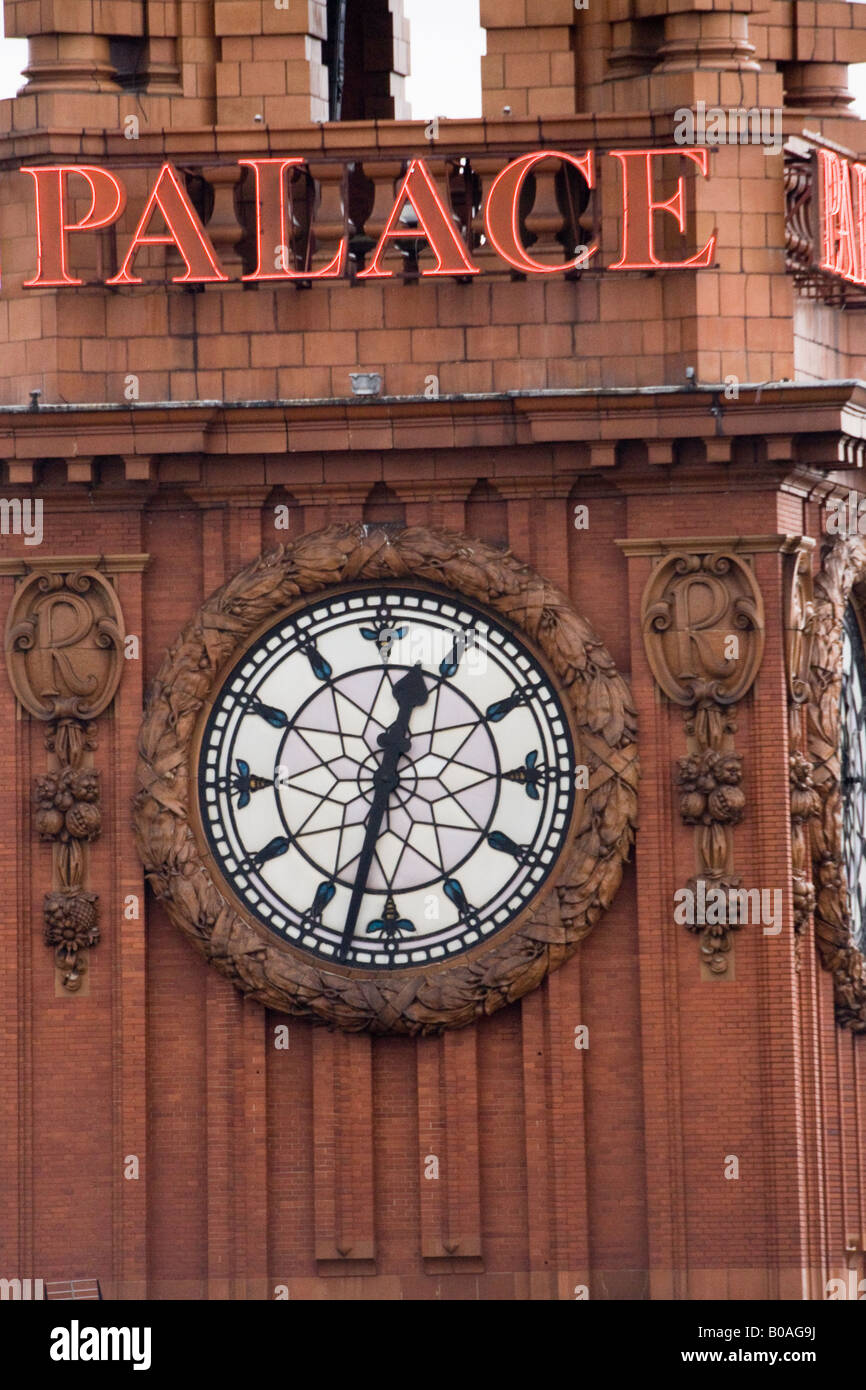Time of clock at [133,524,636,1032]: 12:32
